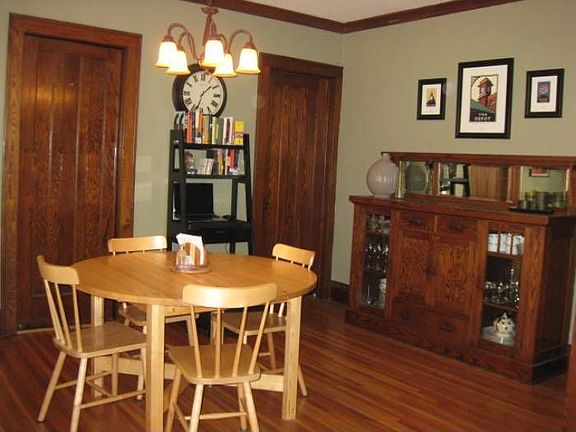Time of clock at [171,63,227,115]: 1:33
